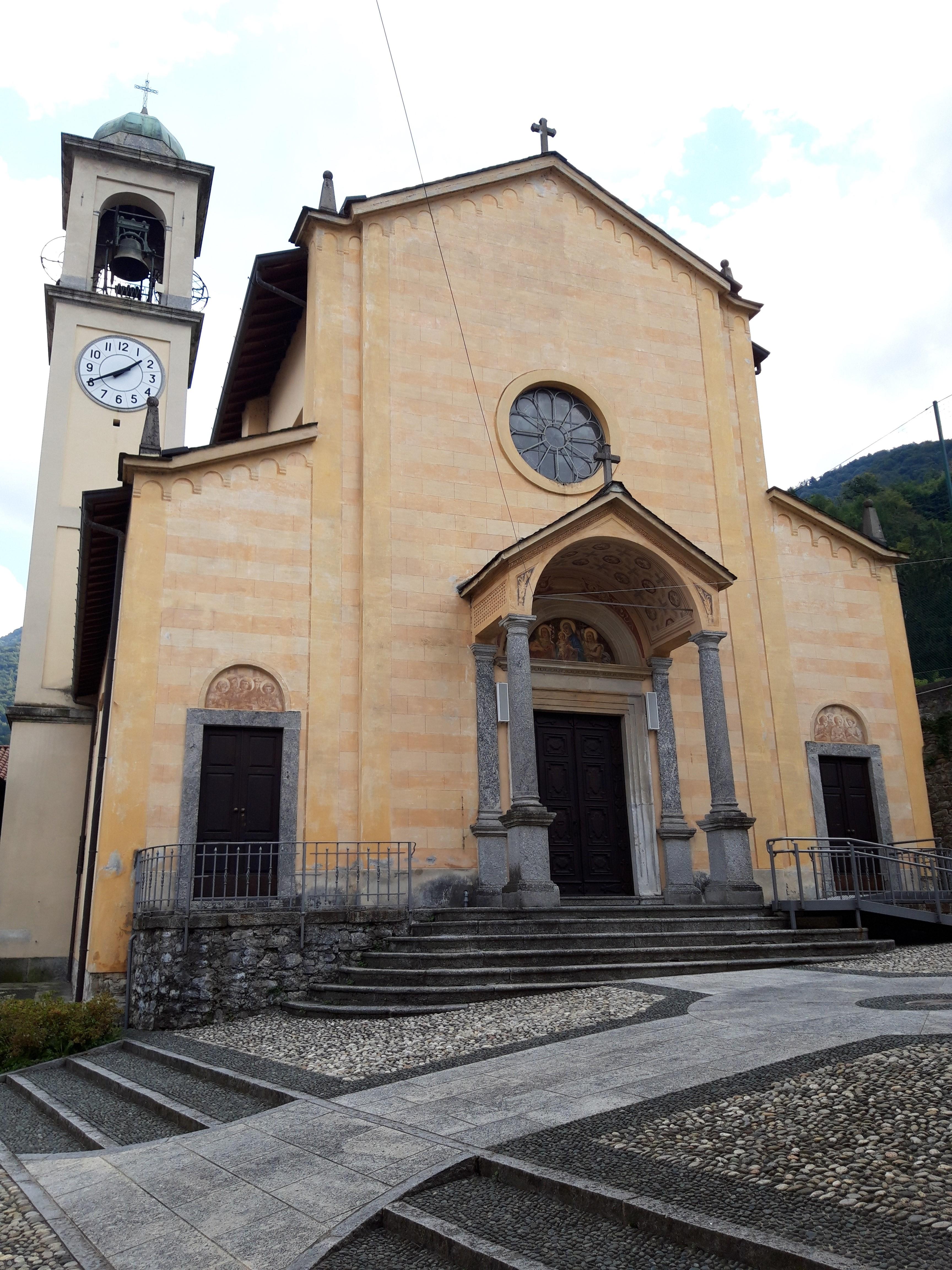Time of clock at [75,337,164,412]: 1:40
